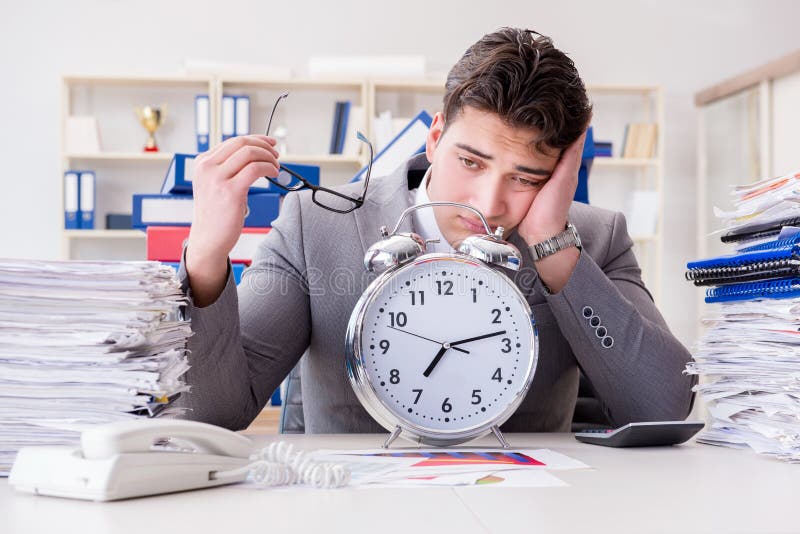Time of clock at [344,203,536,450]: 7:13
